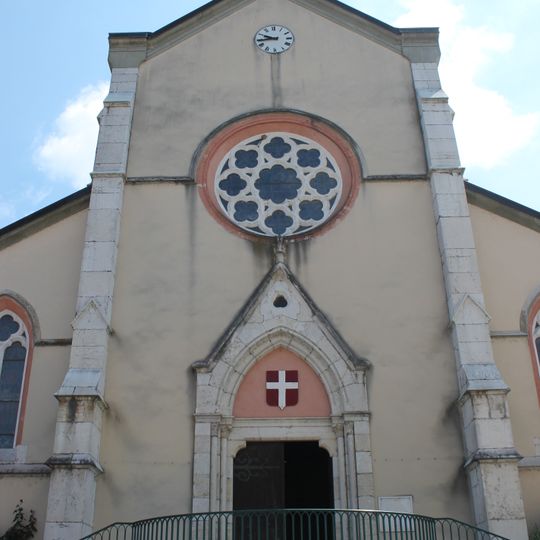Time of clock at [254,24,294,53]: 9:43
